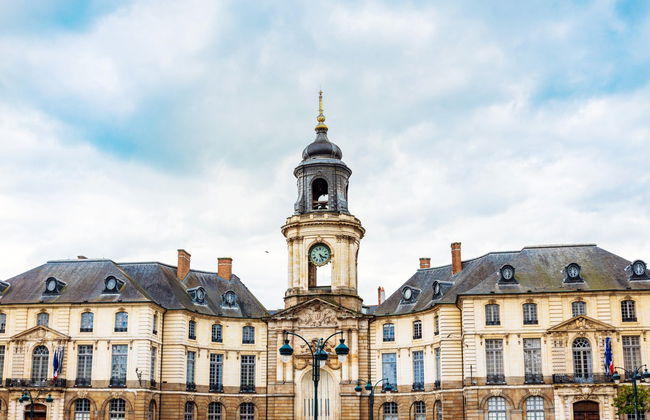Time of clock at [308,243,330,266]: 4:26
